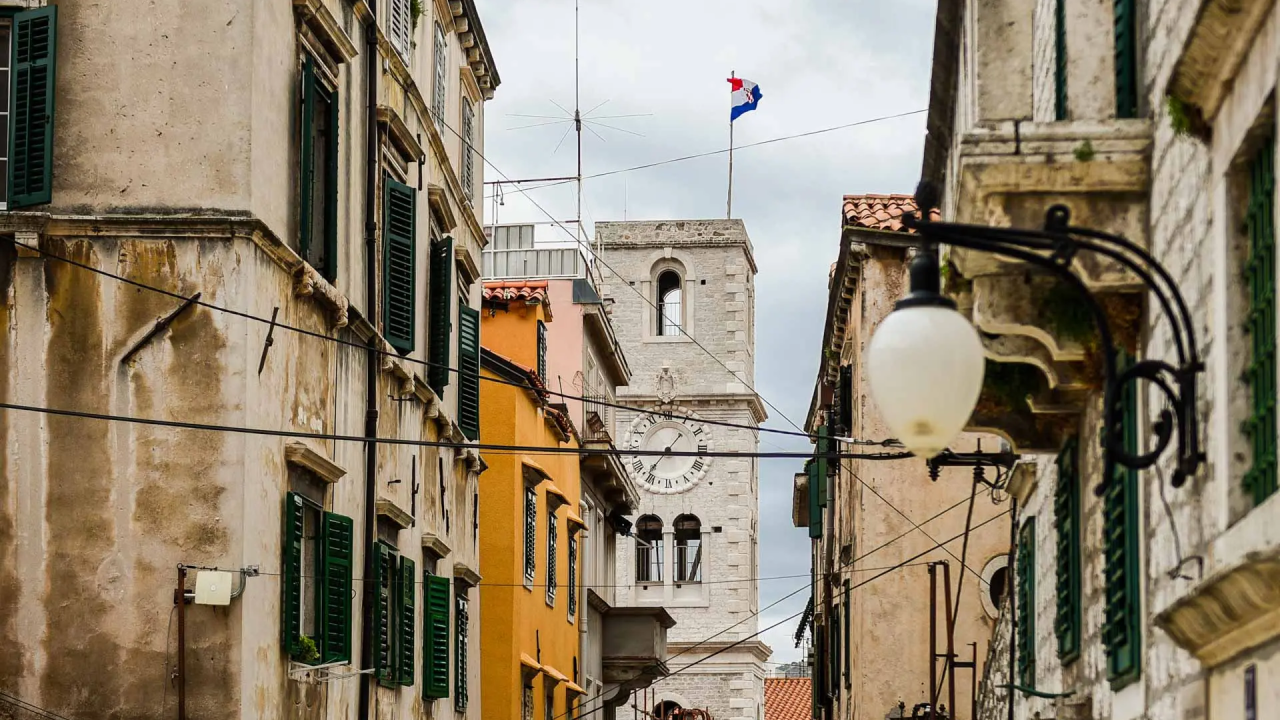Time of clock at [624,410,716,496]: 7:16
